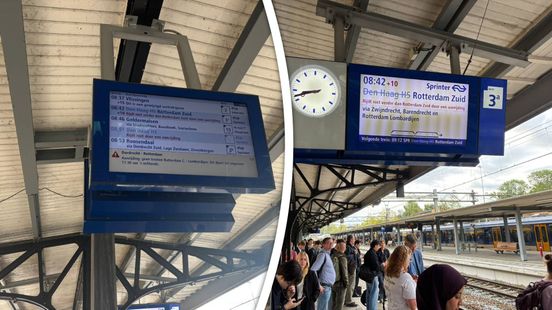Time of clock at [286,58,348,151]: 8:42
